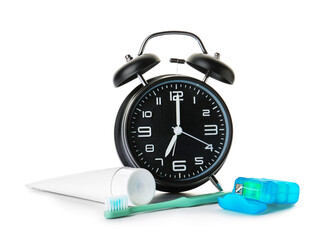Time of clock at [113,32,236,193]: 7:00
